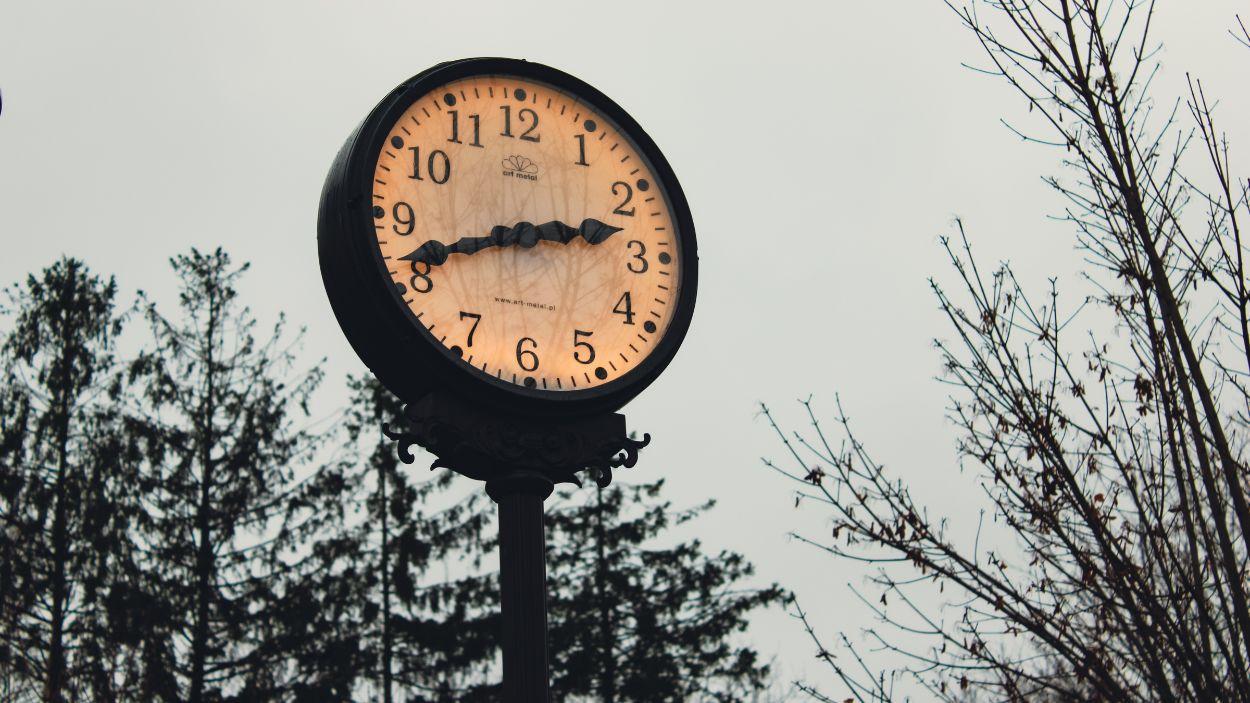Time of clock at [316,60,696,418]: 2:41
